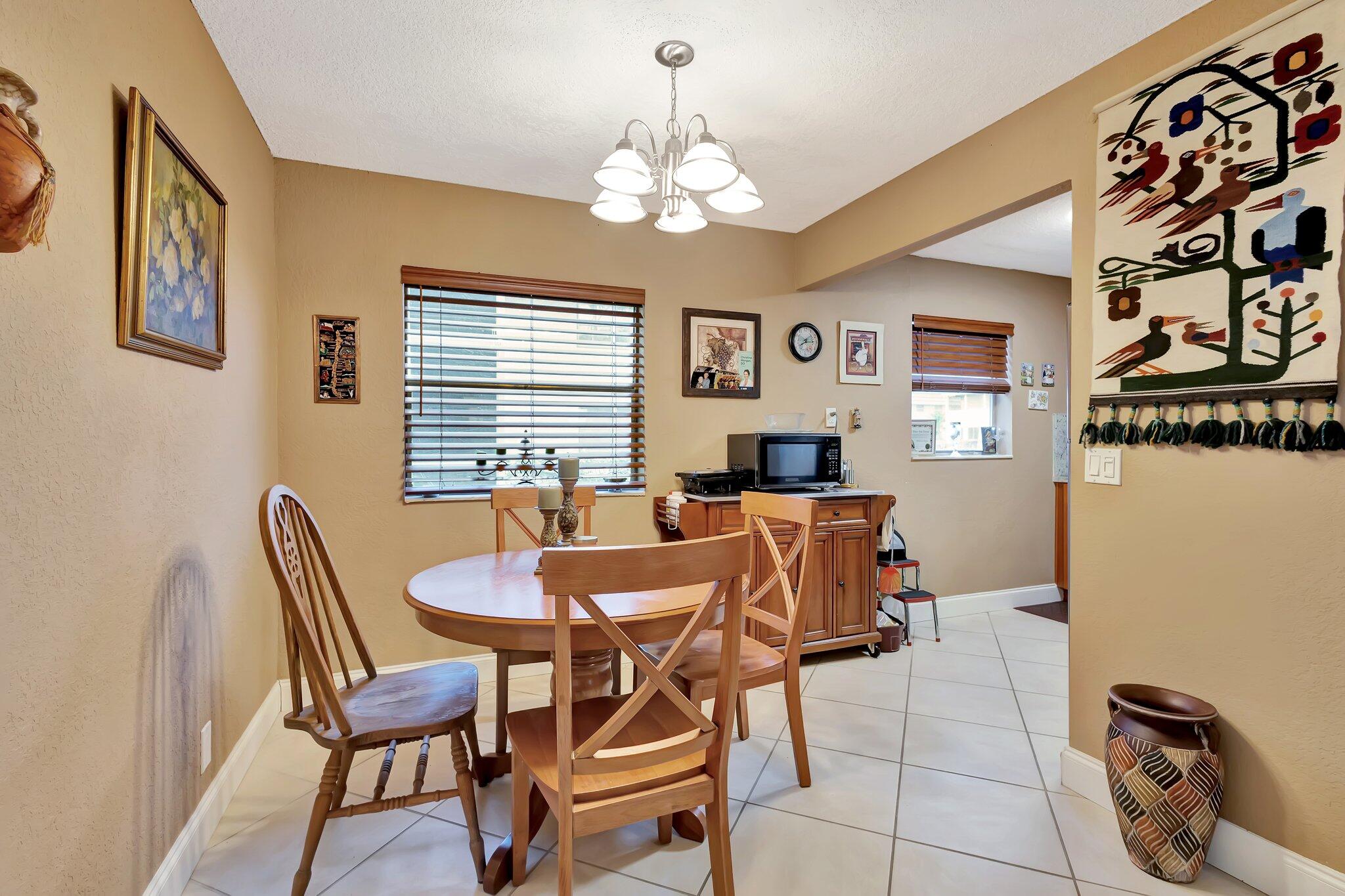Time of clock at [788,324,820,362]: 8:14
